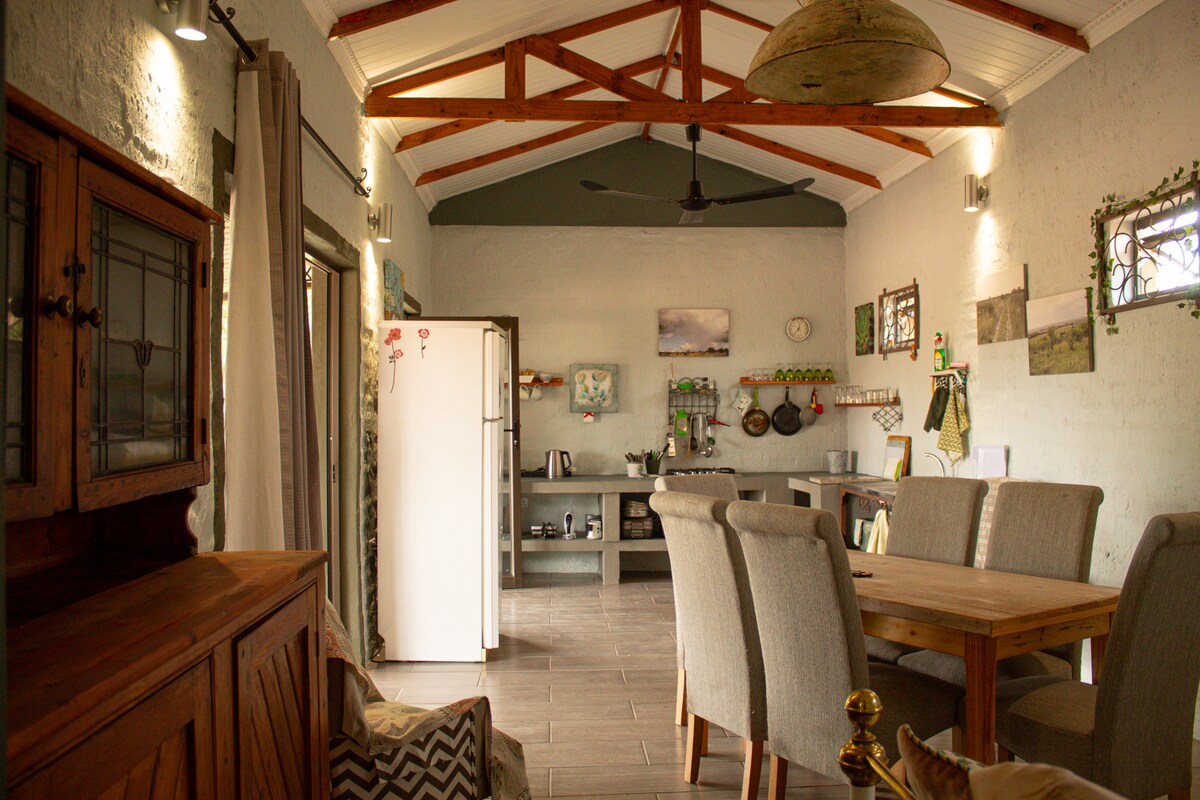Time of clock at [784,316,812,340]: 12:36
